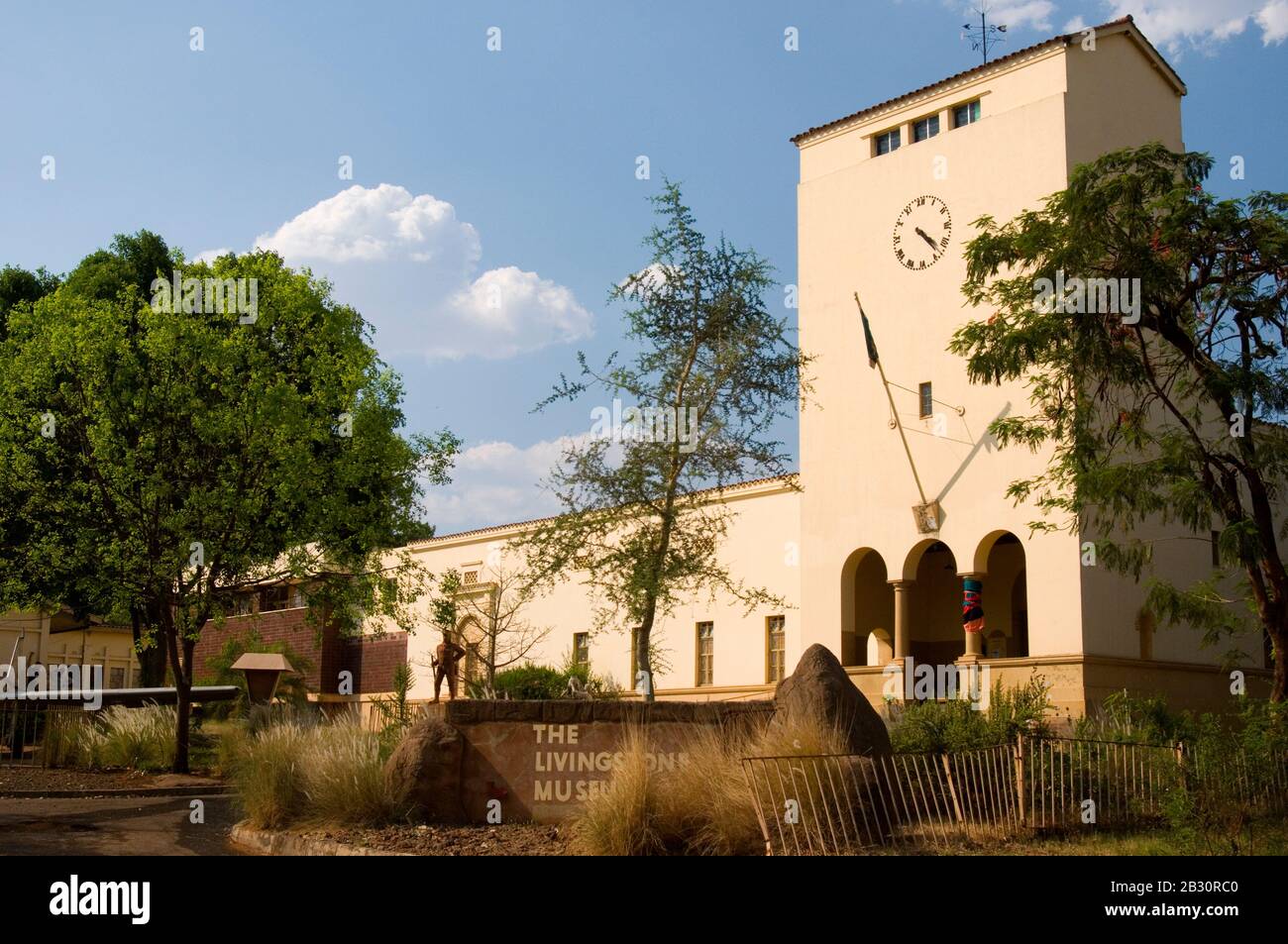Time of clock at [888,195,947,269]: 4:23
